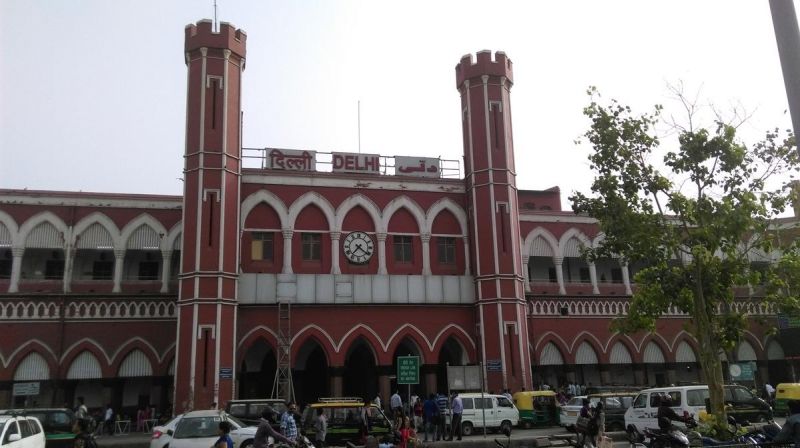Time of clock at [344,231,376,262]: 7:21
